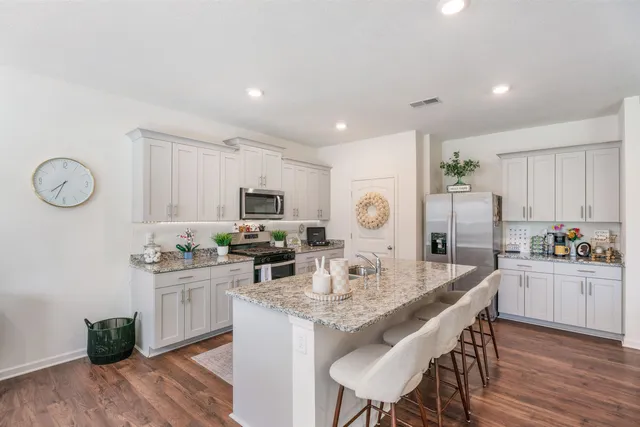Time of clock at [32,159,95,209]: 7:33
